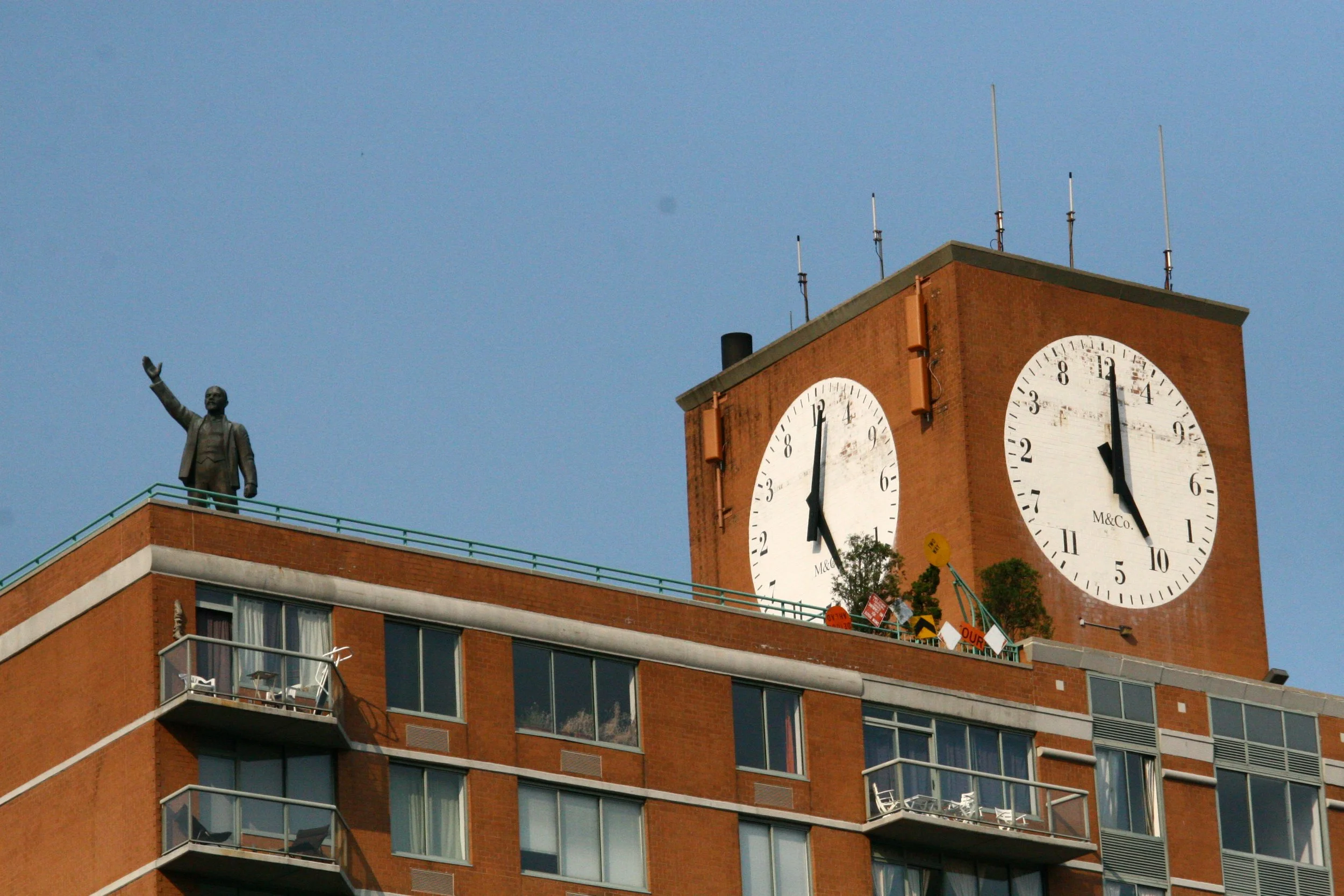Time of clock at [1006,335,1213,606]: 5:00
